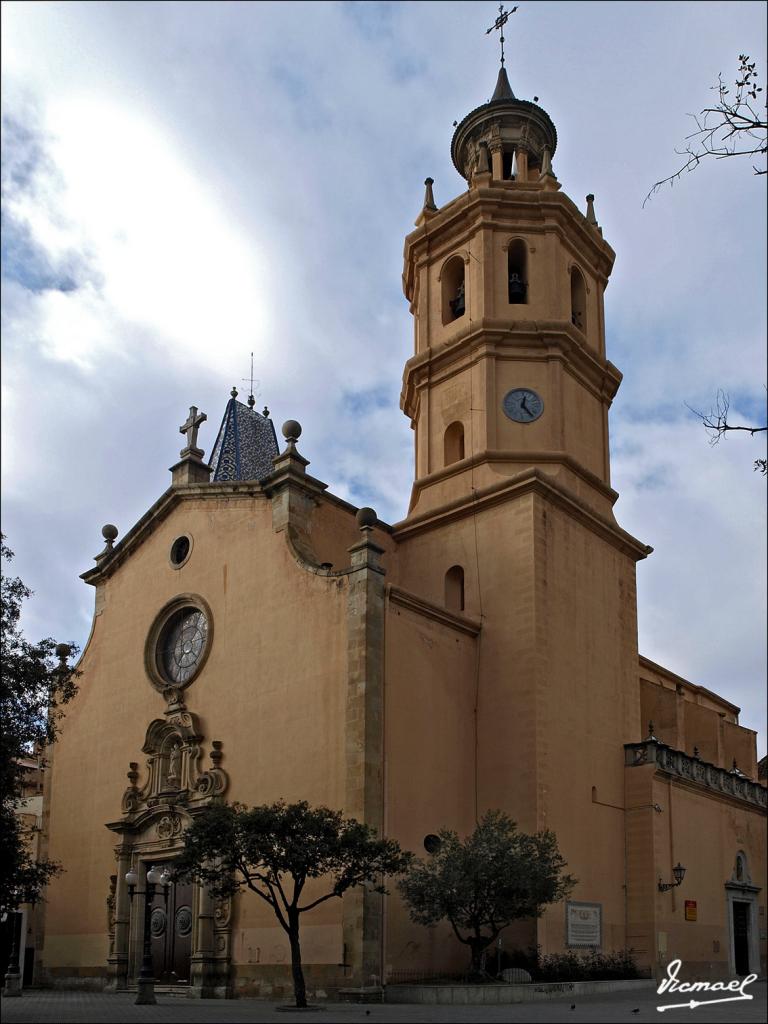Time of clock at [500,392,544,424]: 12:23
